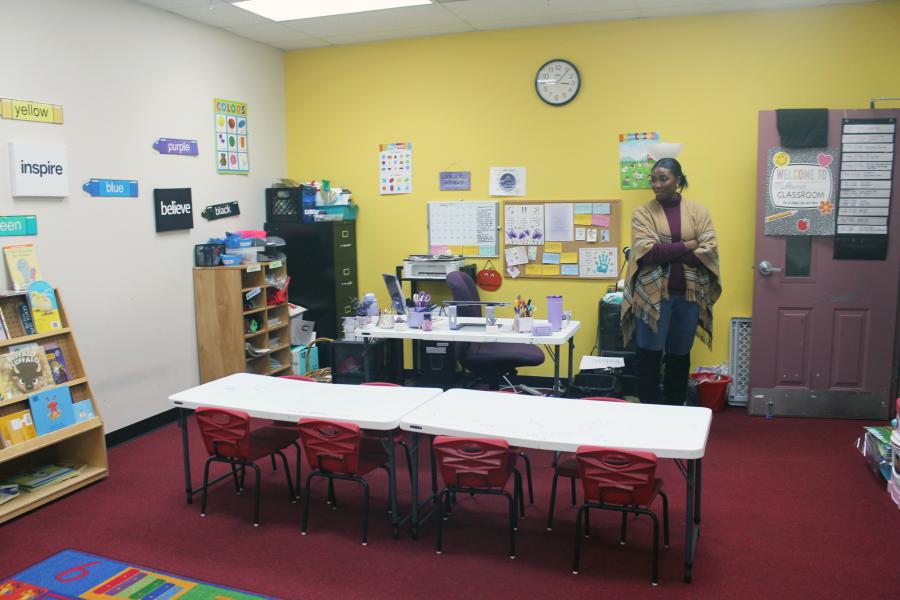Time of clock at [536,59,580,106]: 3:06
